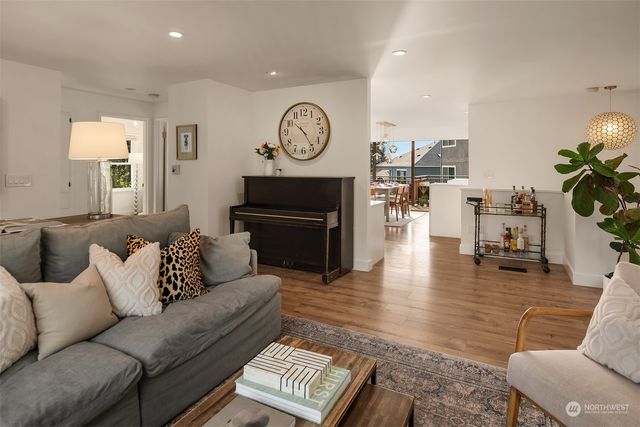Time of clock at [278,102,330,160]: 10:24
